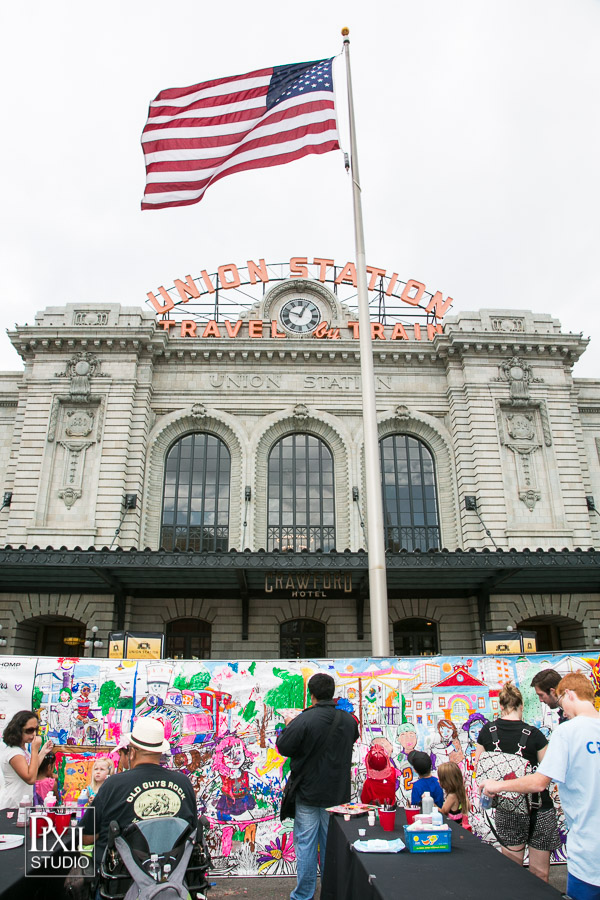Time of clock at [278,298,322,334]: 12:48
